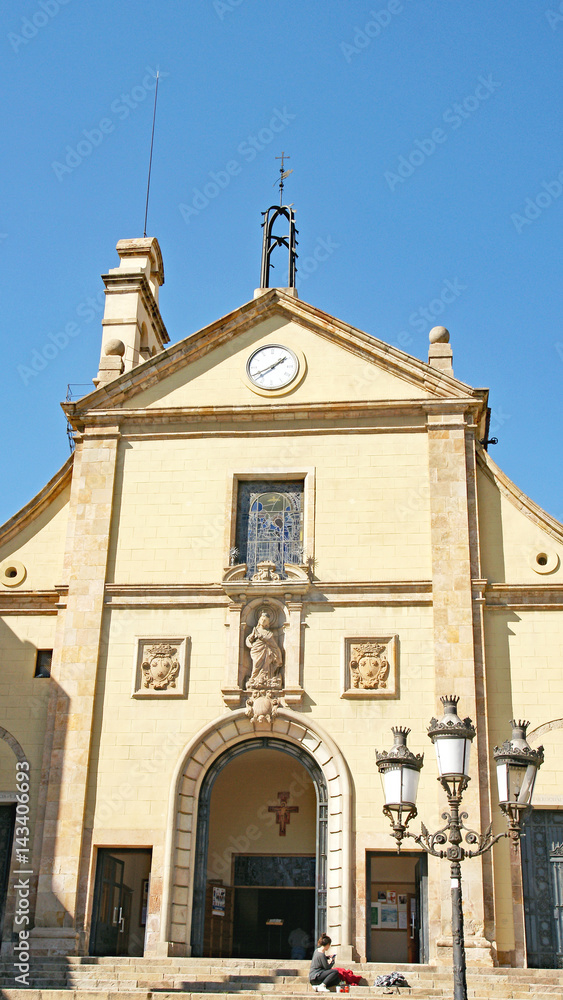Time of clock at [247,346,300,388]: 1:40
